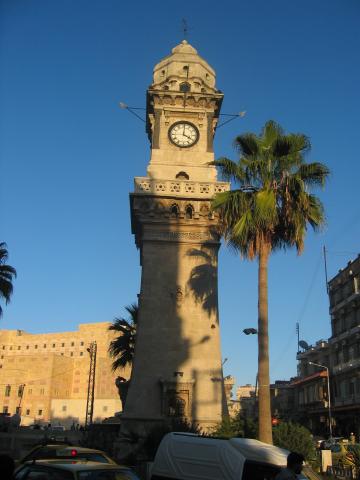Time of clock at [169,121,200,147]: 4:00
